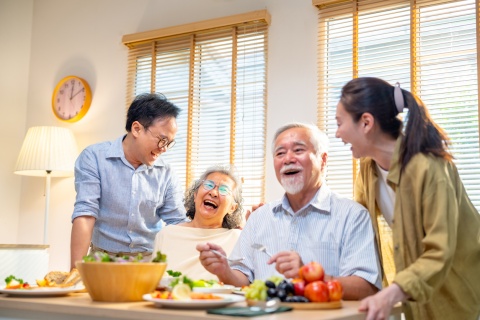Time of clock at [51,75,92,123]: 12:09
